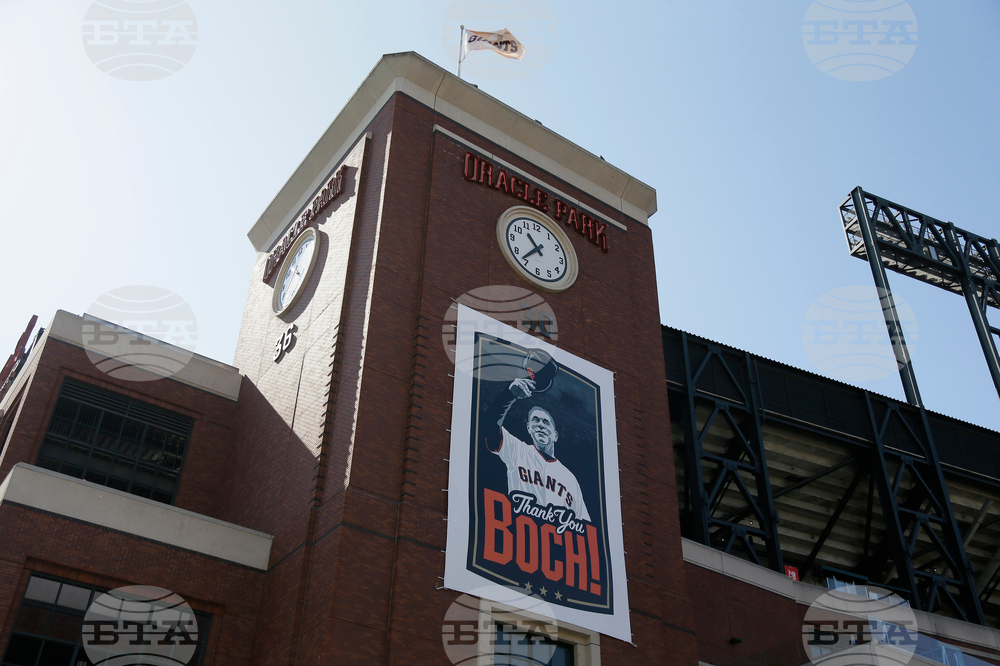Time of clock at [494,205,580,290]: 10:36
